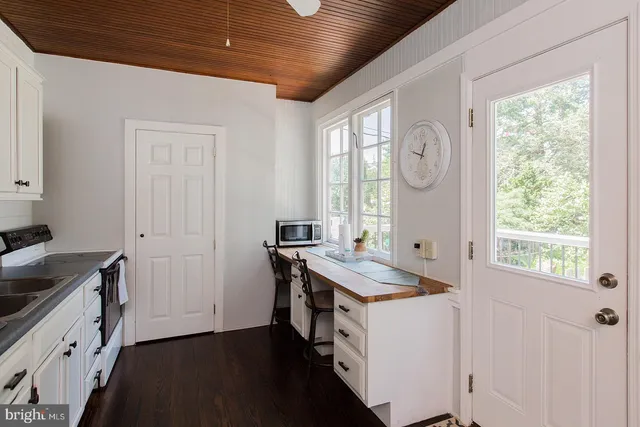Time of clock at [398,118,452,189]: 12:47
